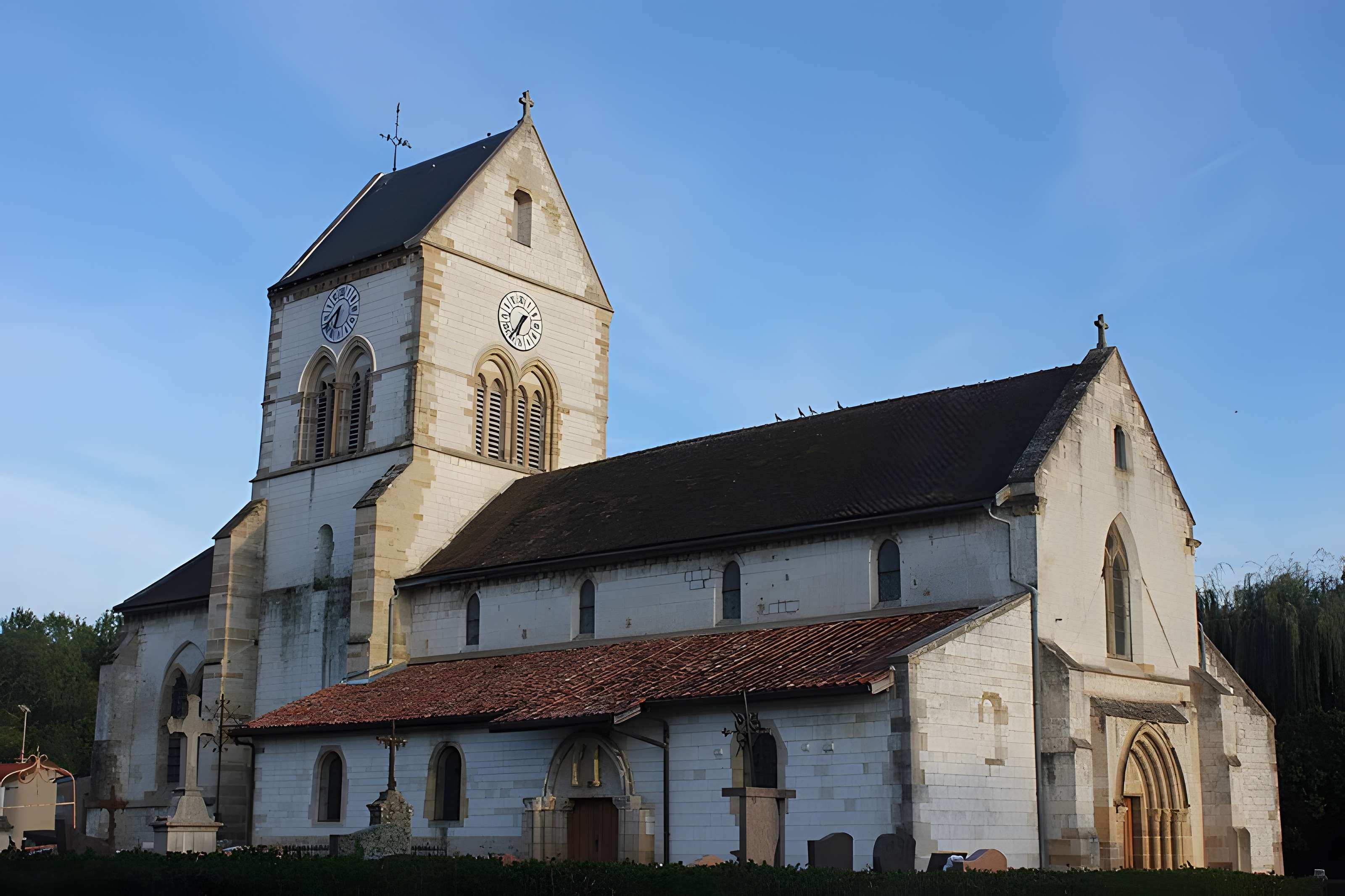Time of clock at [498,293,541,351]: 6:36
